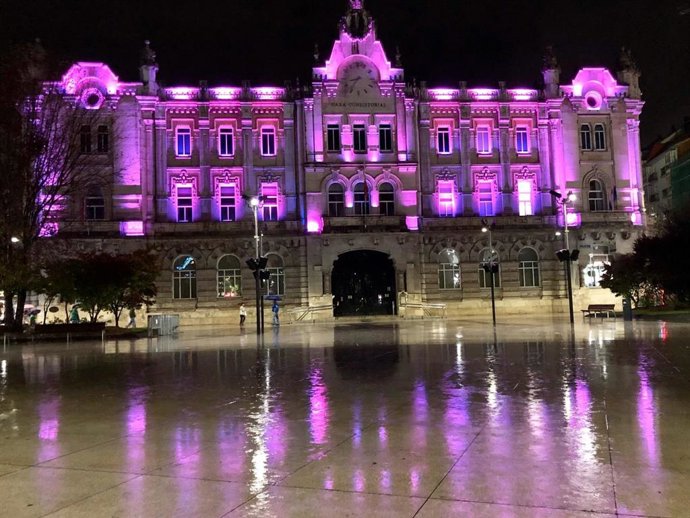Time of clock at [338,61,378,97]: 8:36
